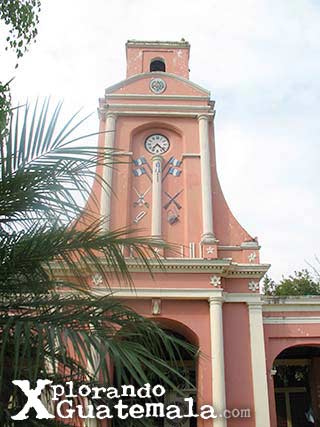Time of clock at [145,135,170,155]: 7:22
